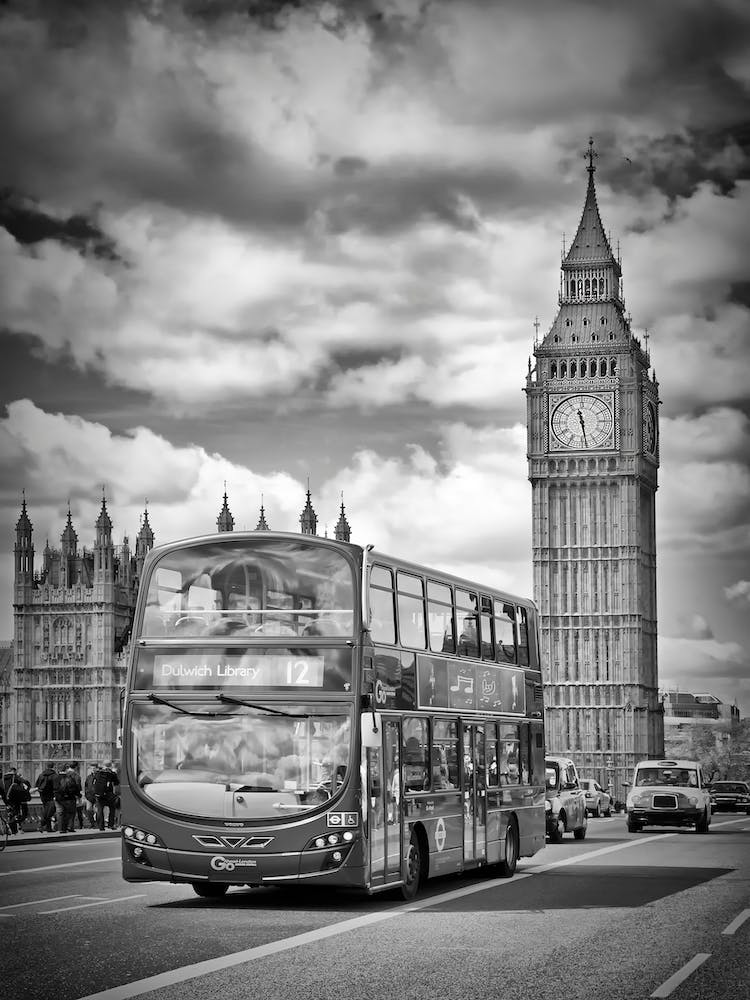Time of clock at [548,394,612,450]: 11:28
